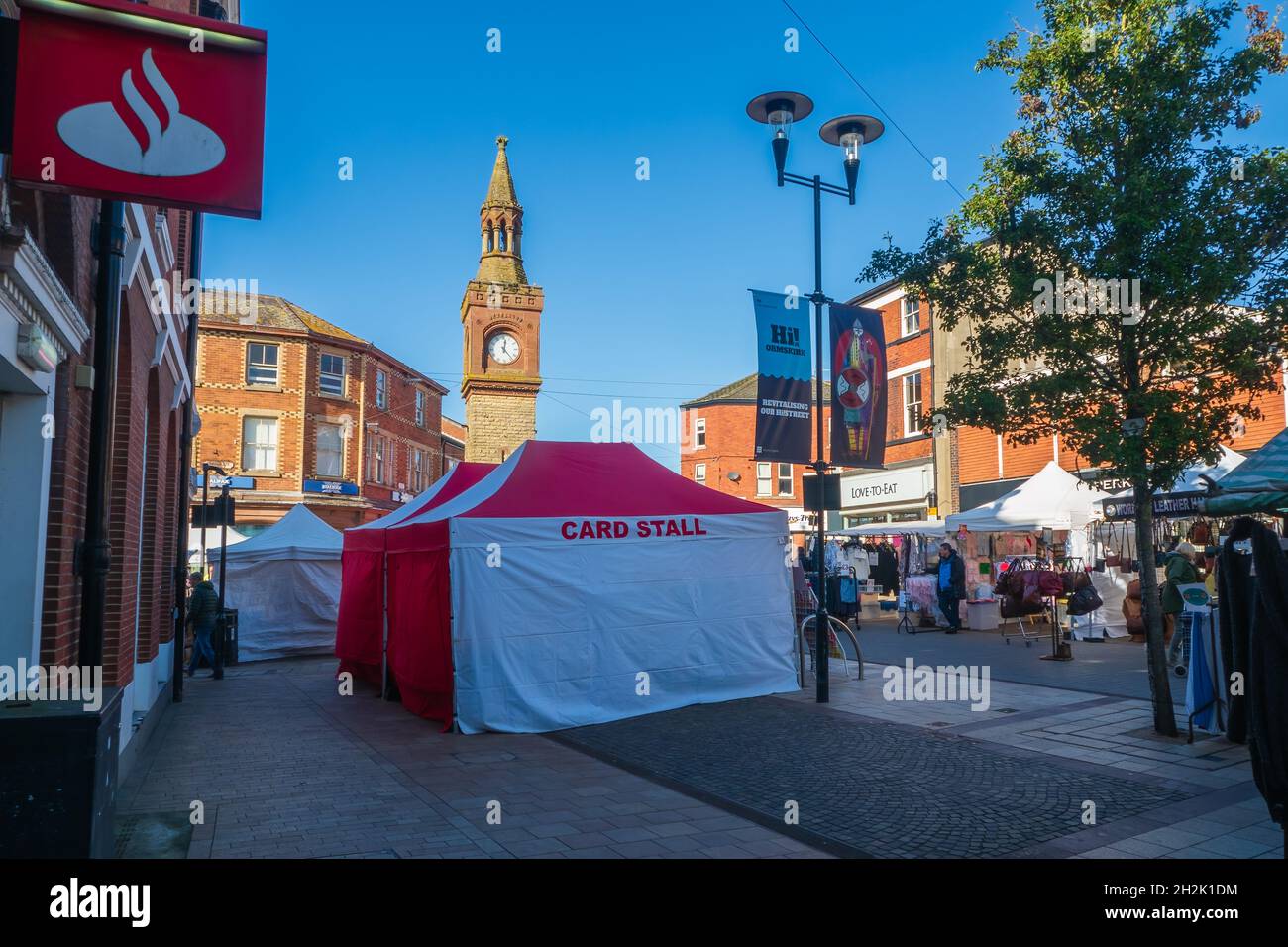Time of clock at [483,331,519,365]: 12:23
